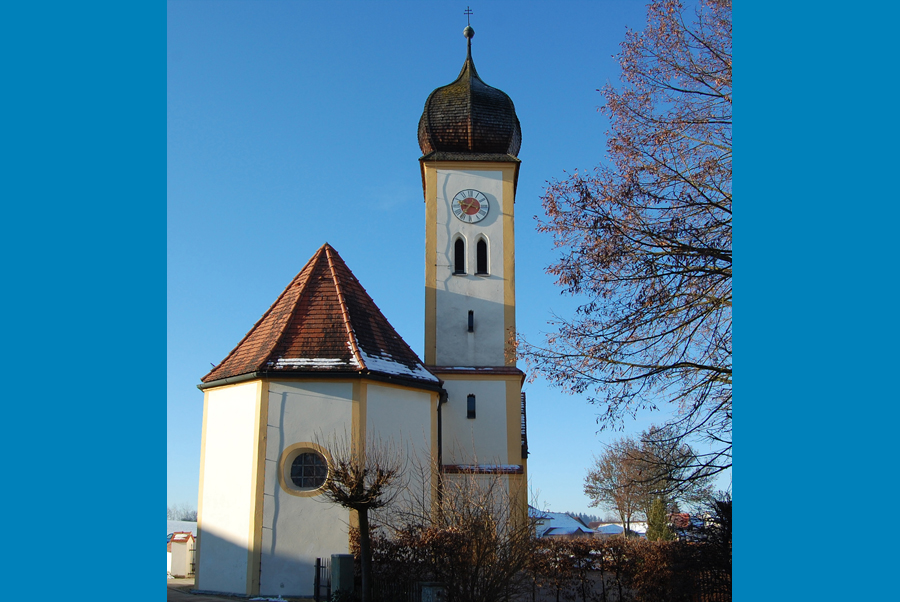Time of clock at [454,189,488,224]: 9:36
